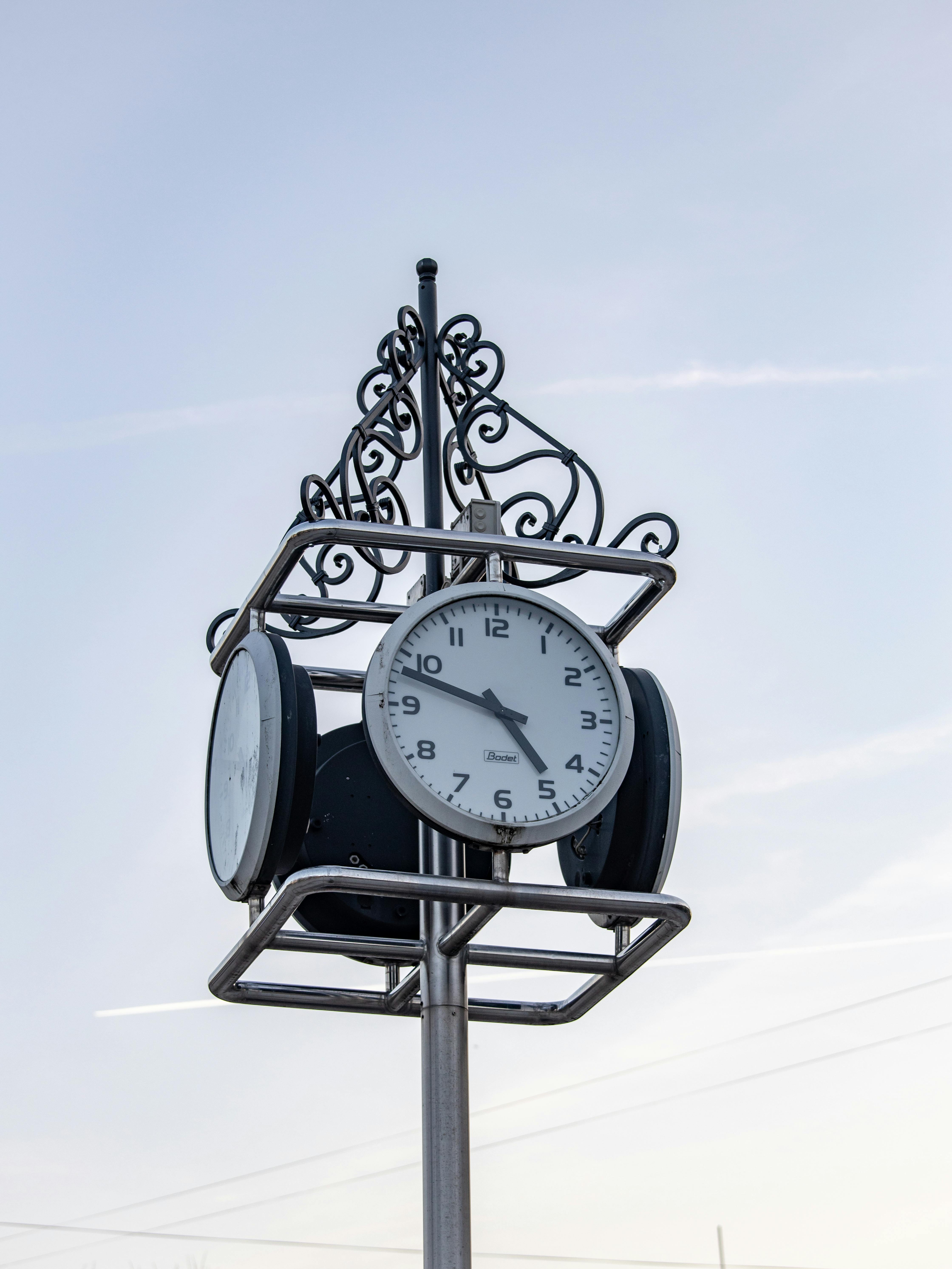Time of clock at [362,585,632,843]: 4:48
